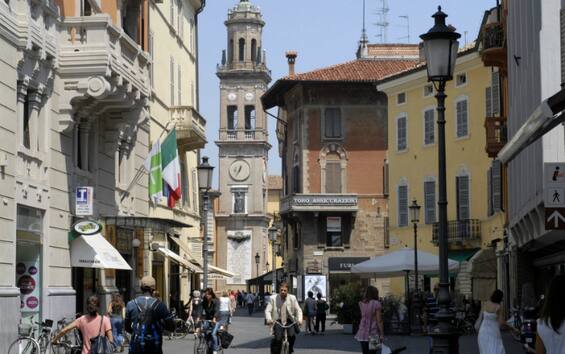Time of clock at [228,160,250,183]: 12:34
